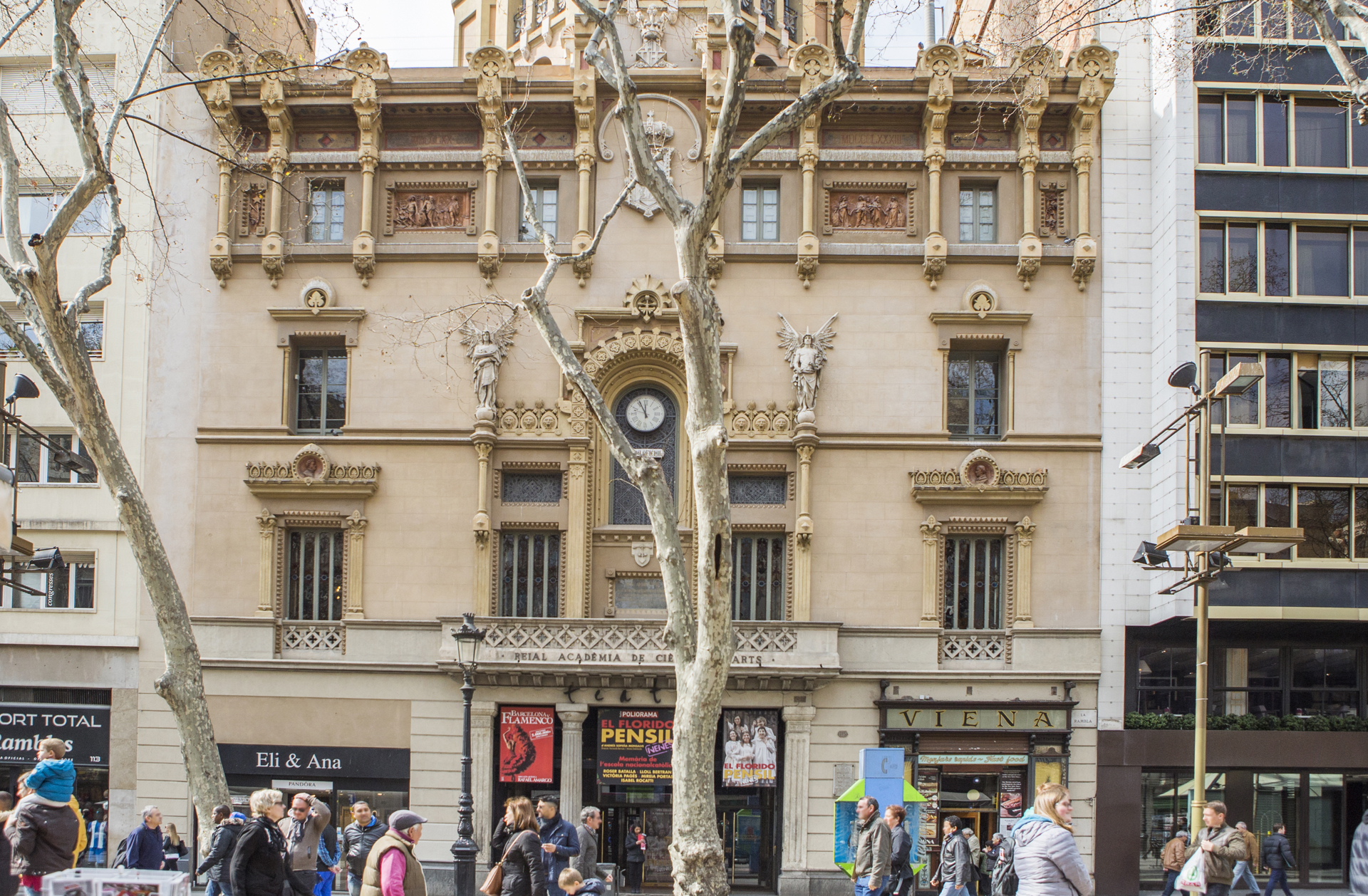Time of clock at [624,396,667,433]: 11:55
